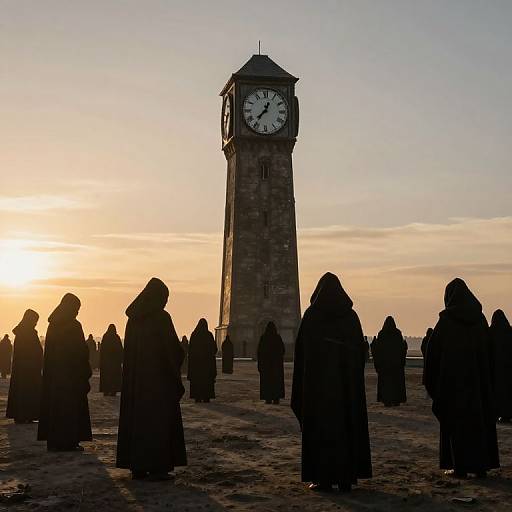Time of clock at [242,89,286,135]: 12:36
